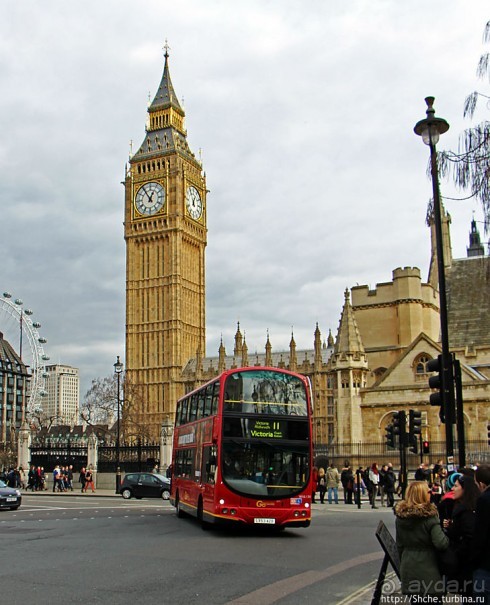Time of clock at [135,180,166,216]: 12:54
